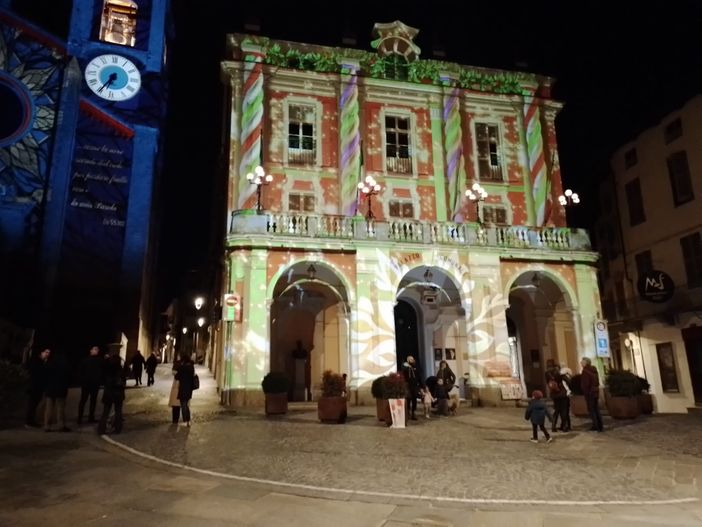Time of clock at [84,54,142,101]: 6:35
